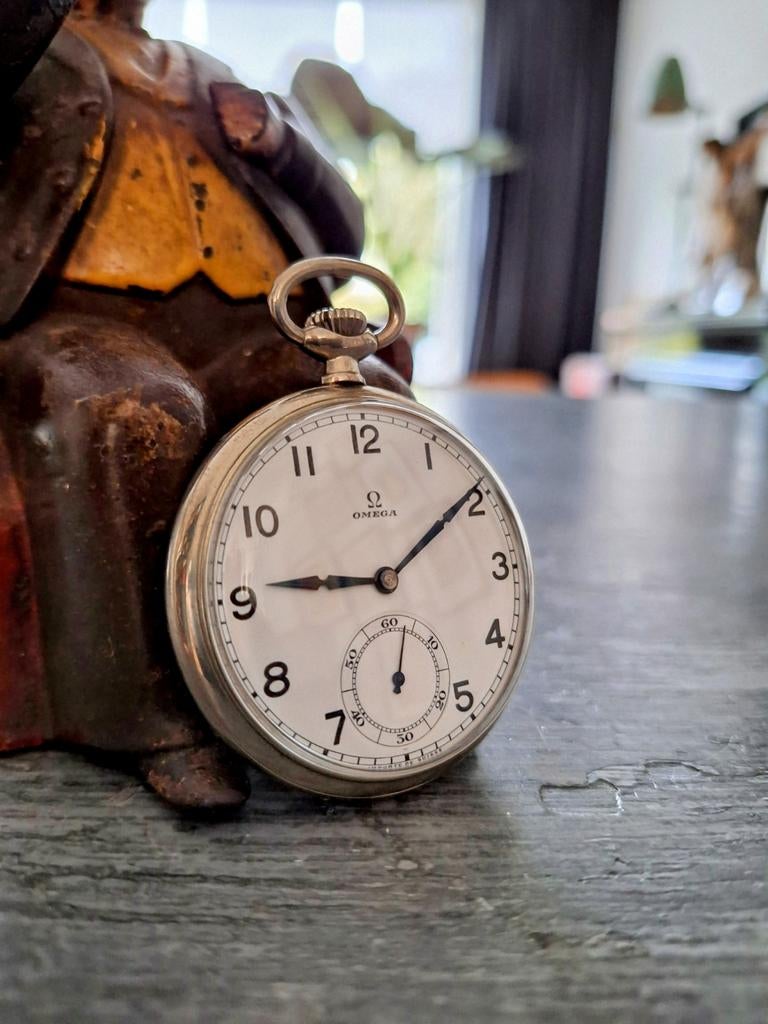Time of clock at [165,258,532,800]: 9:09
